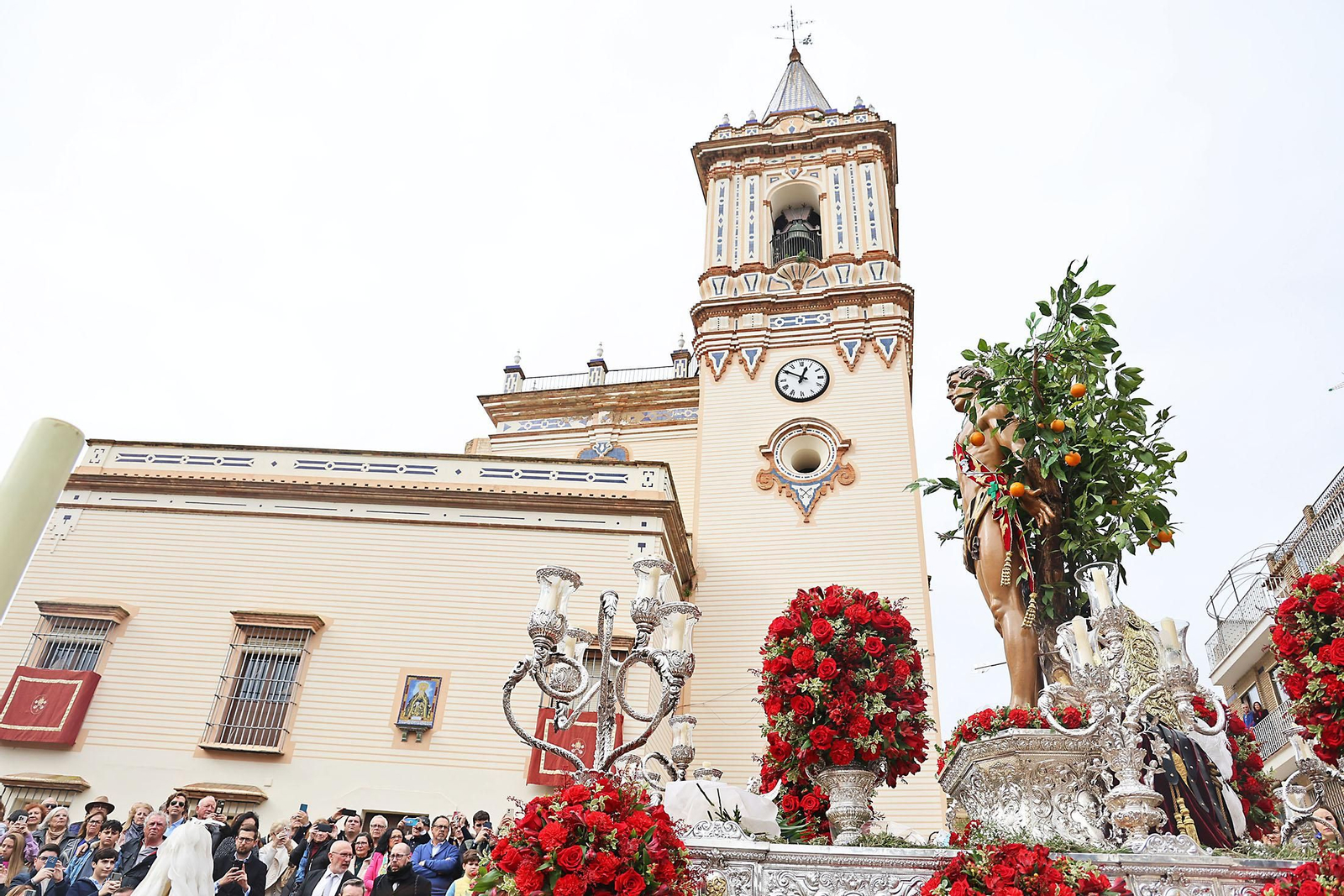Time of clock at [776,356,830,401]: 12:50
